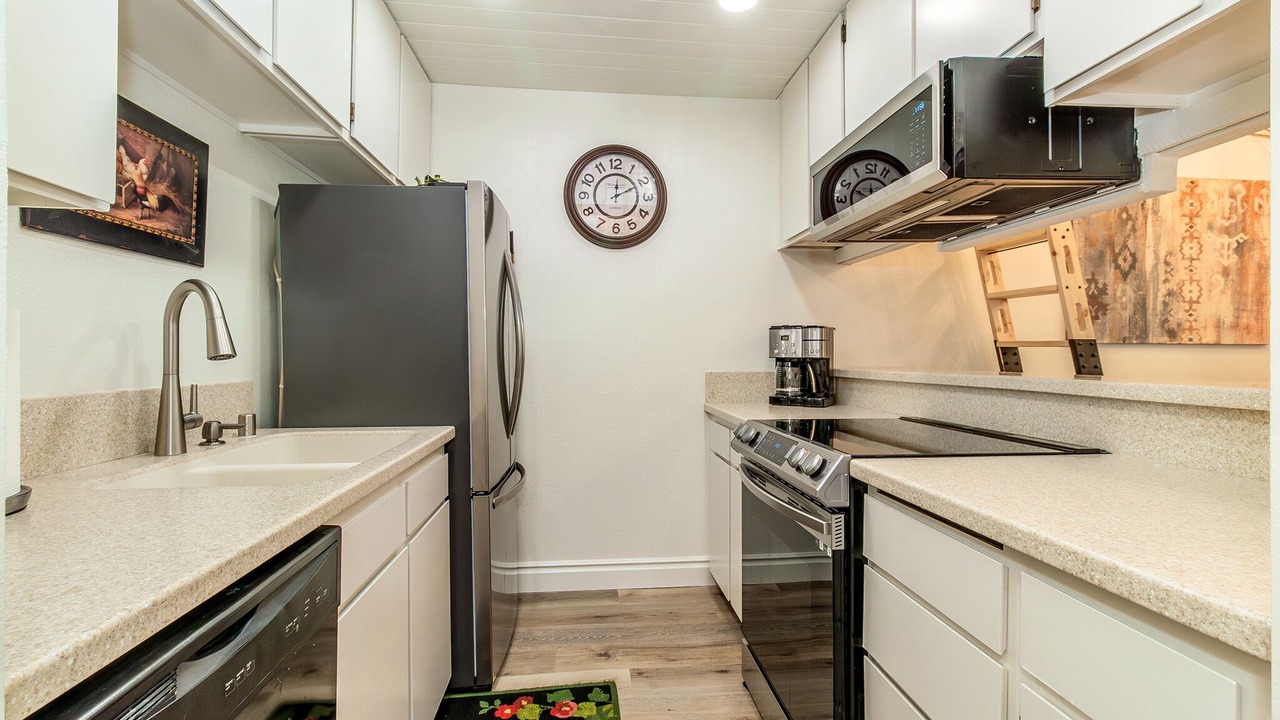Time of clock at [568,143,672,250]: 12:10
